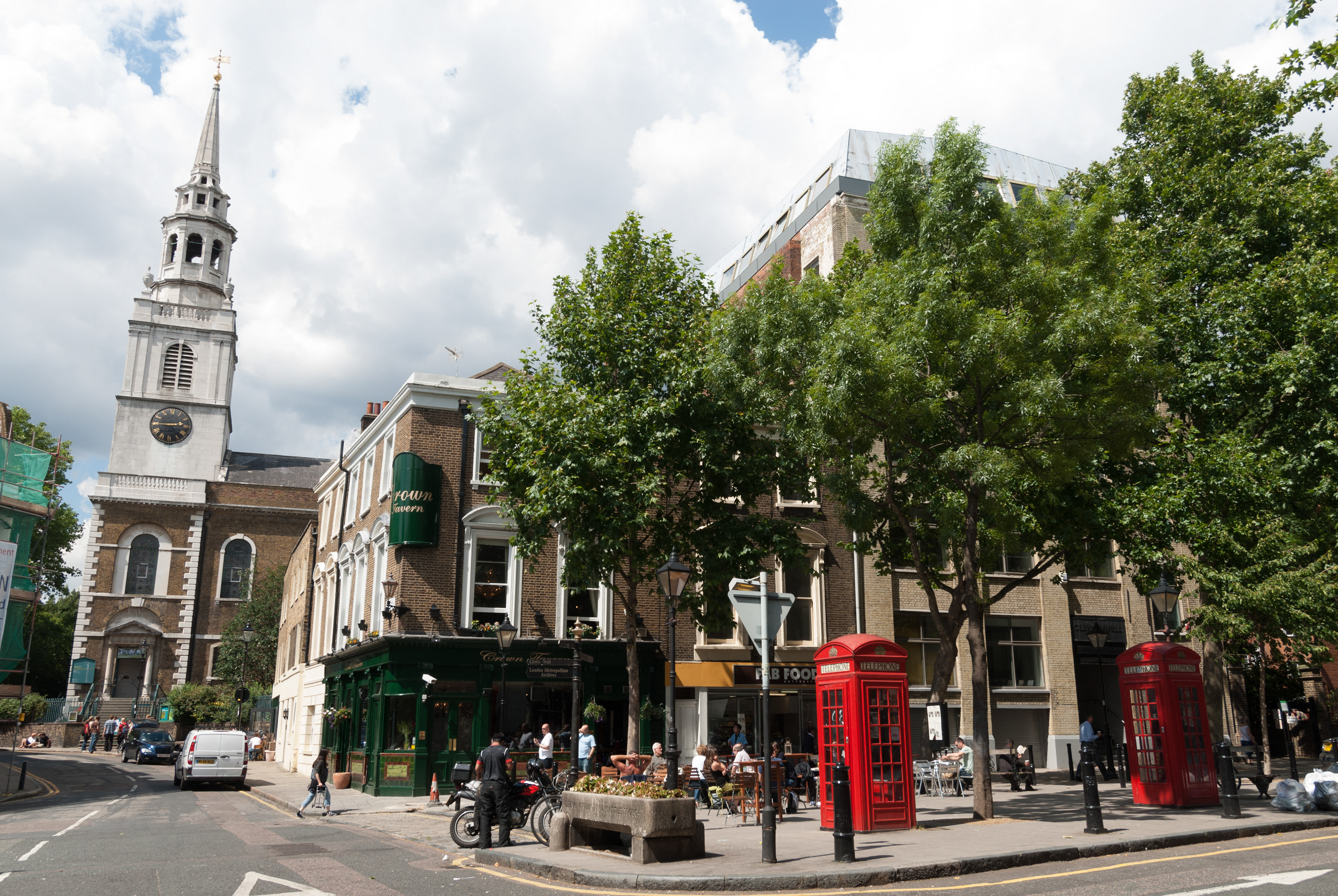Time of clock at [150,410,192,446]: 2:45
